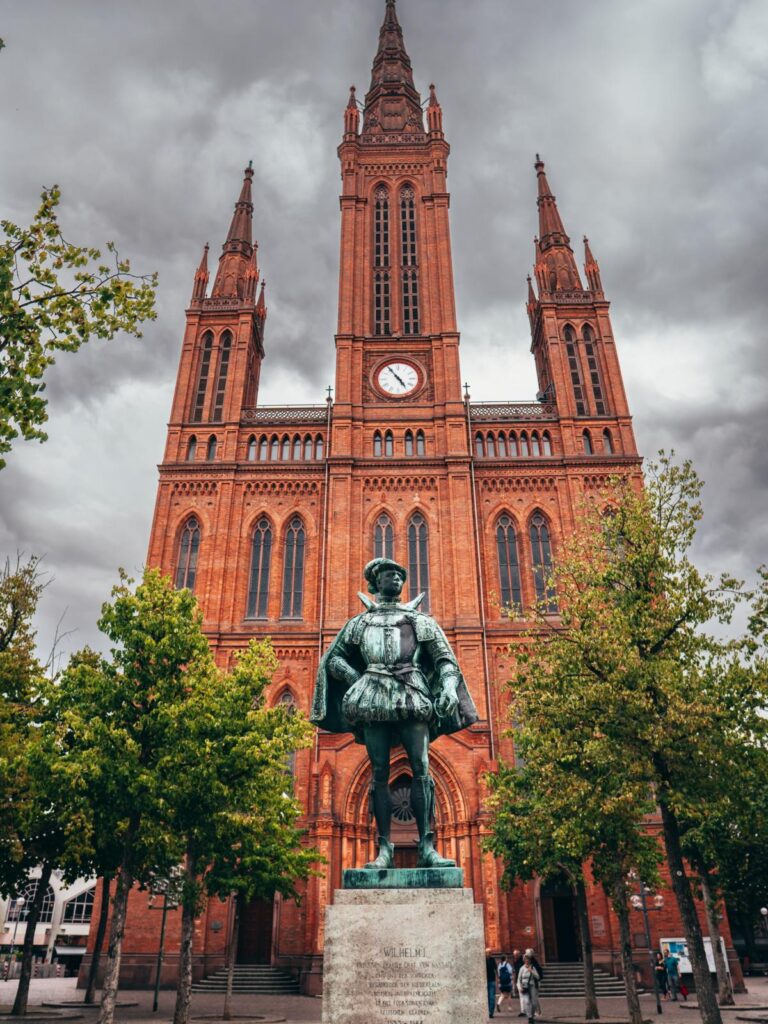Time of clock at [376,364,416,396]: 4:54
